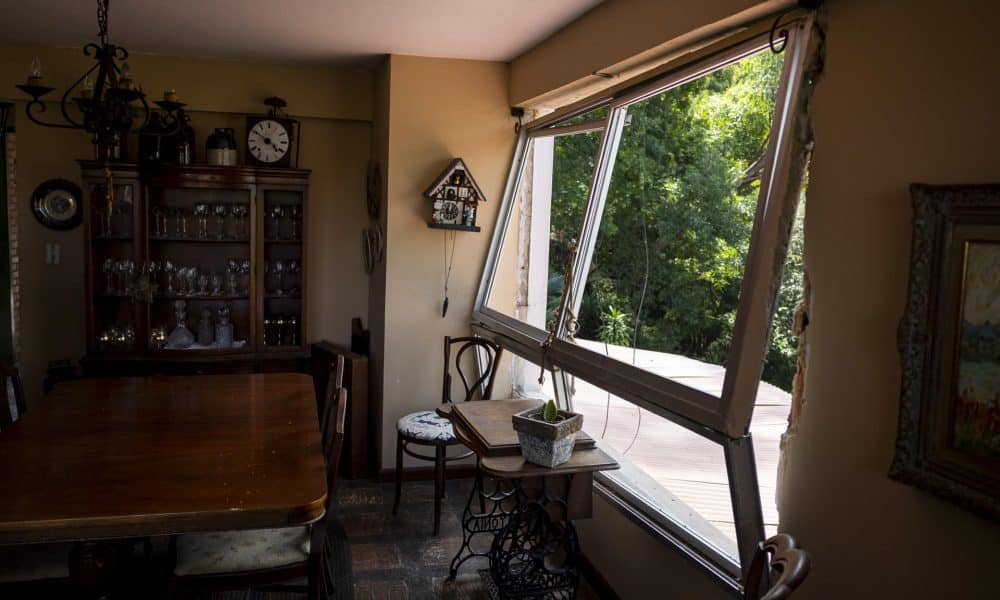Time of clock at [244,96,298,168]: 4:50
